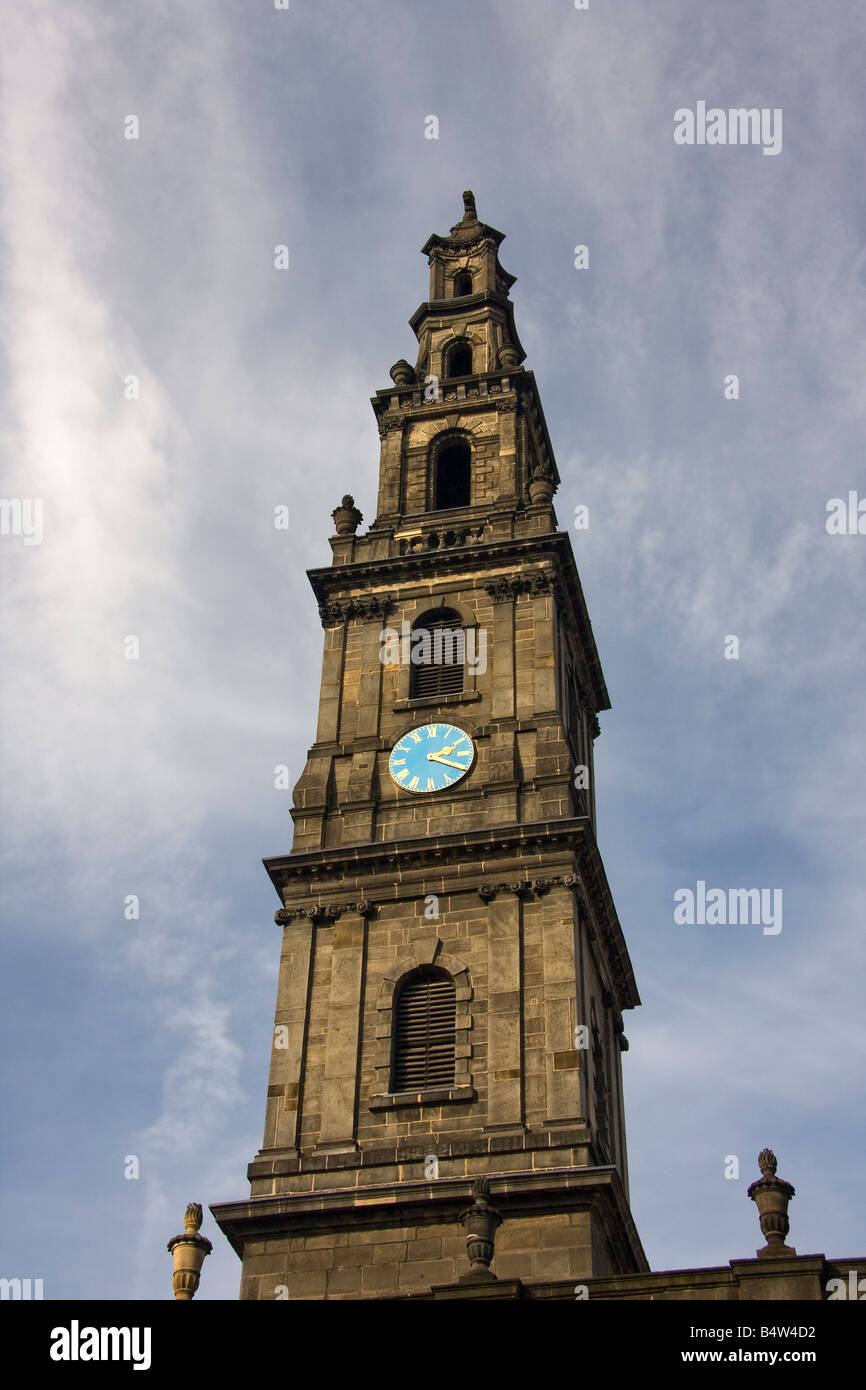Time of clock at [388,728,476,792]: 2:19
